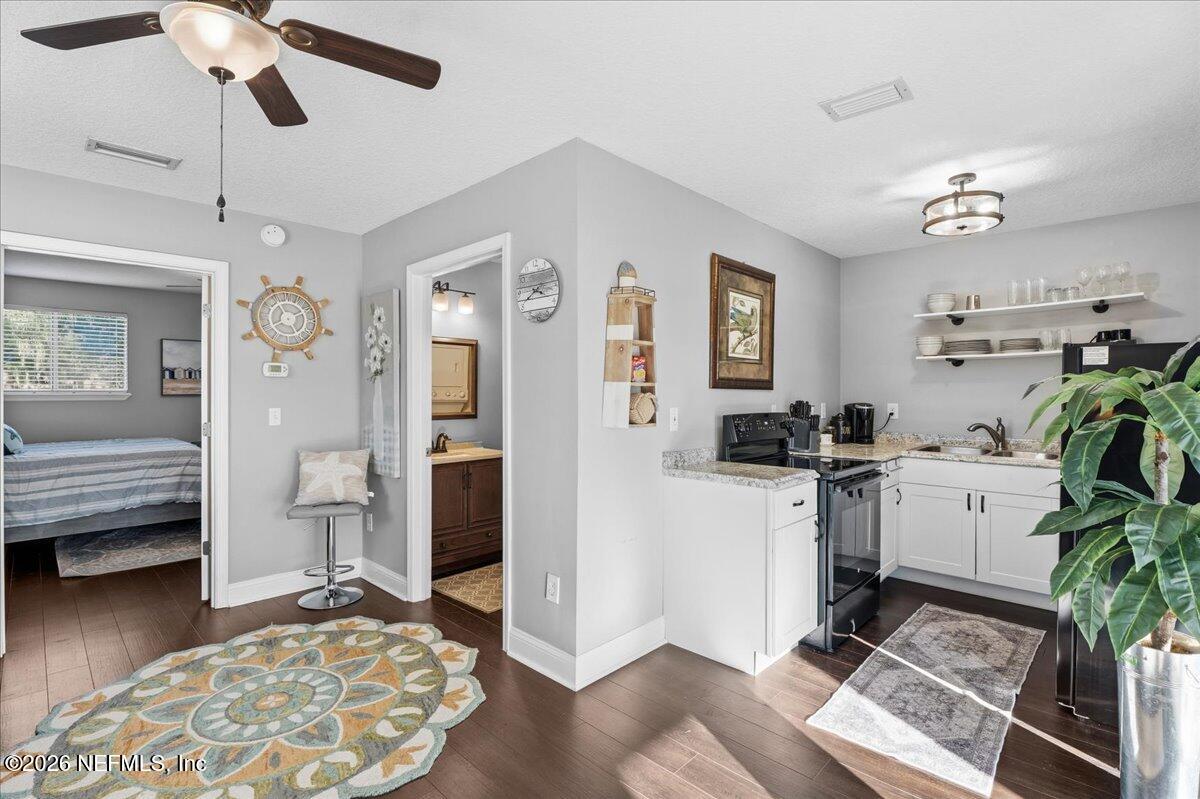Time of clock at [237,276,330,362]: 7:55
